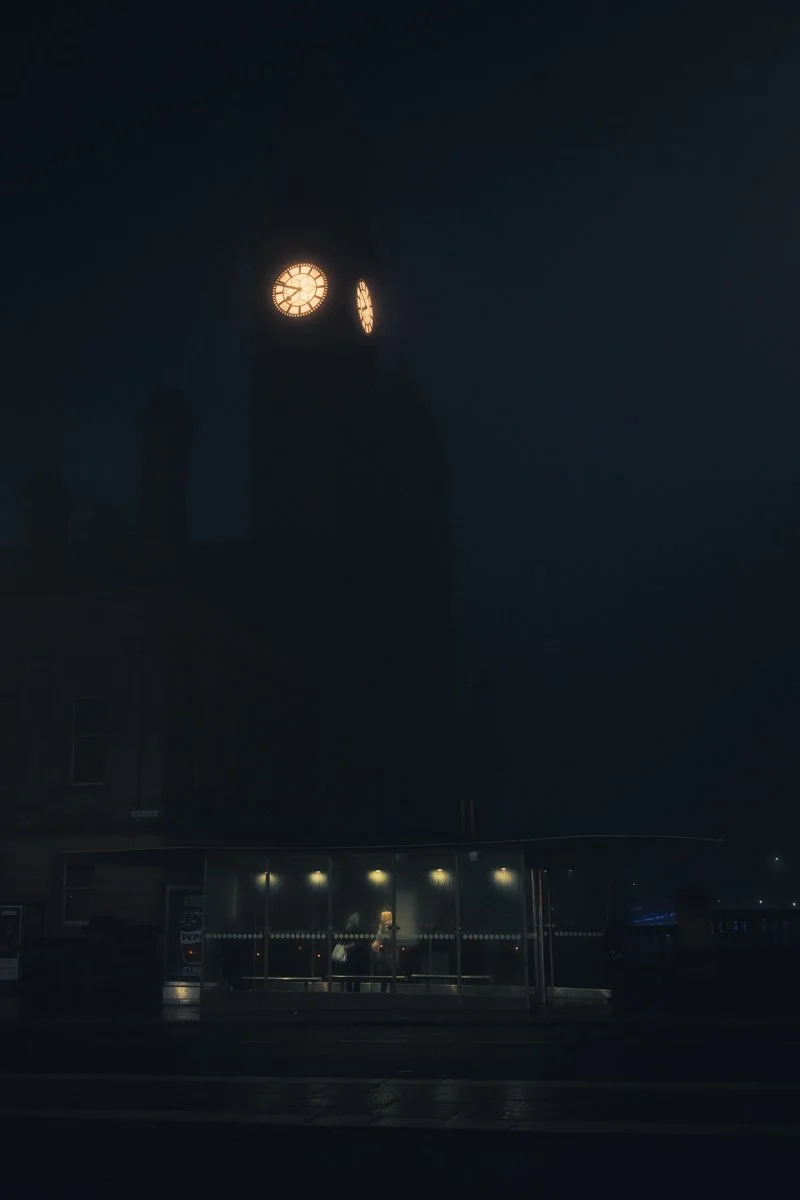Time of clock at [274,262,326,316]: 7:48
